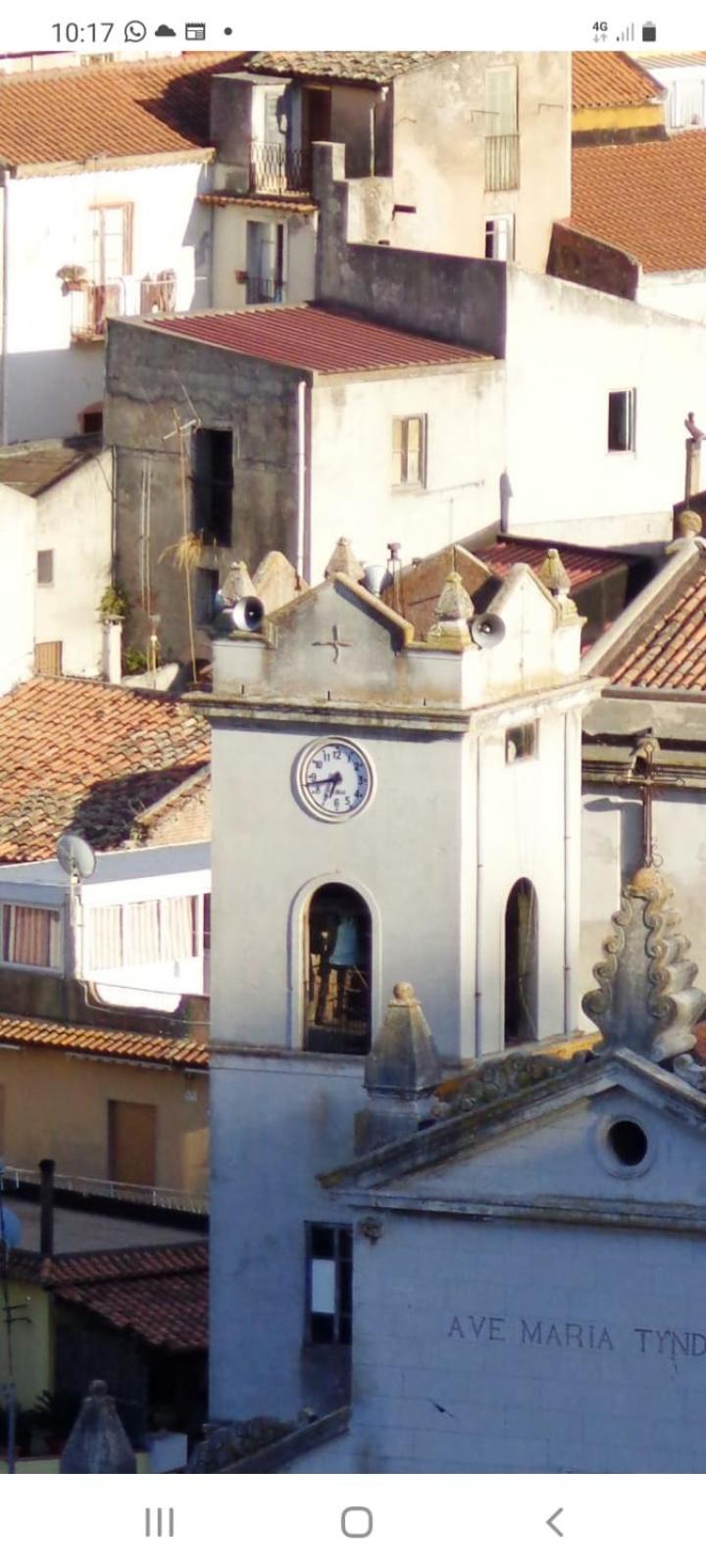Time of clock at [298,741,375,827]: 6:42
